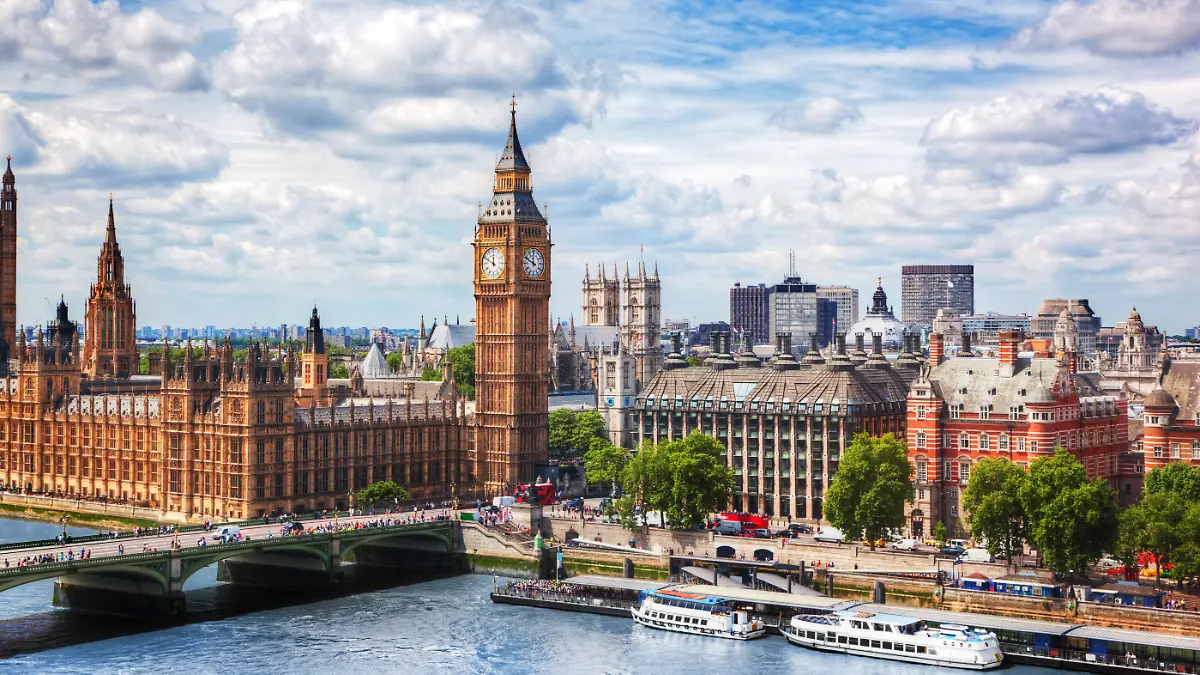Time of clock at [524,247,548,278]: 11:49
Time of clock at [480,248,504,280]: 11:49
